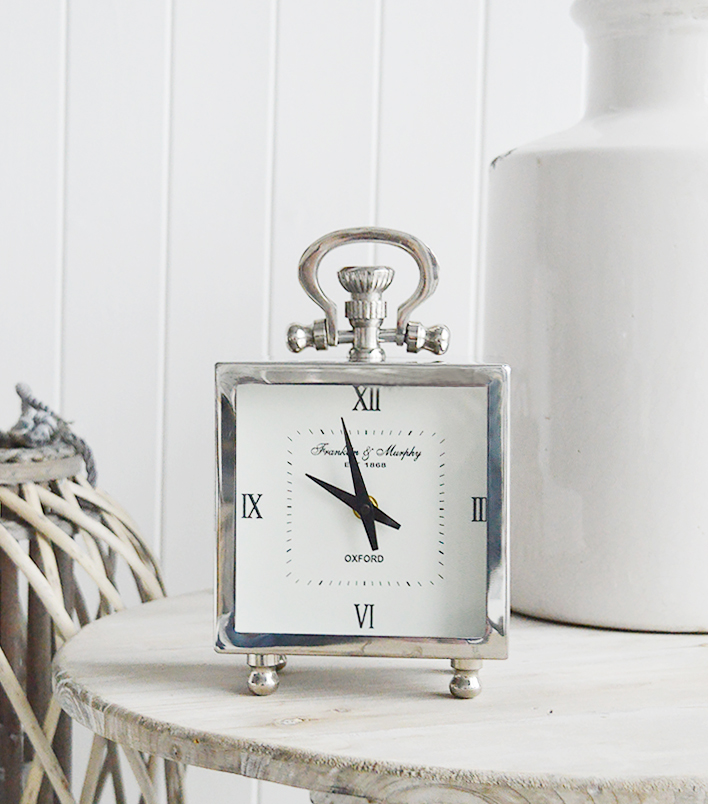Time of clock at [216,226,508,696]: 9:57
